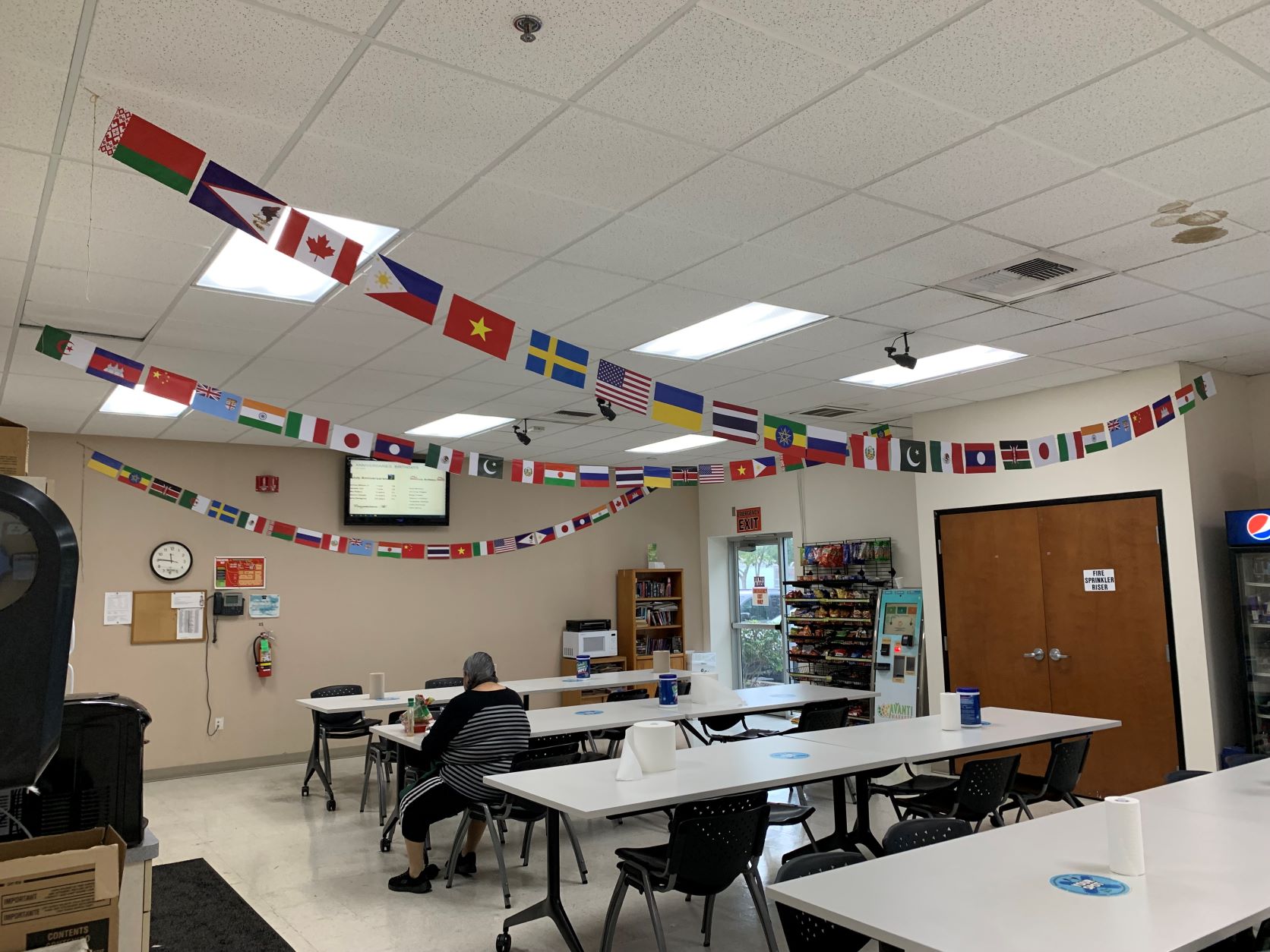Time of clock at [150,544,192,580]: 11:45
